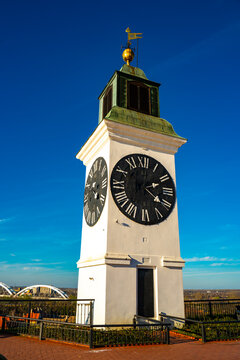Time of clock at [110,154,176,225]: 2:21
